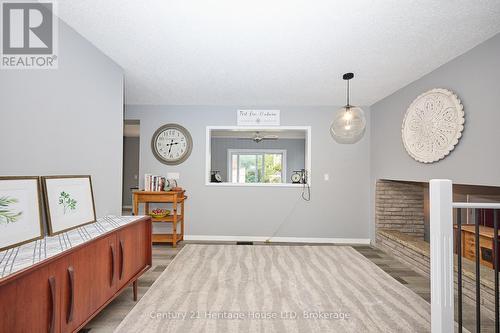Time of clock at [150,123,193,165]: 2:32
